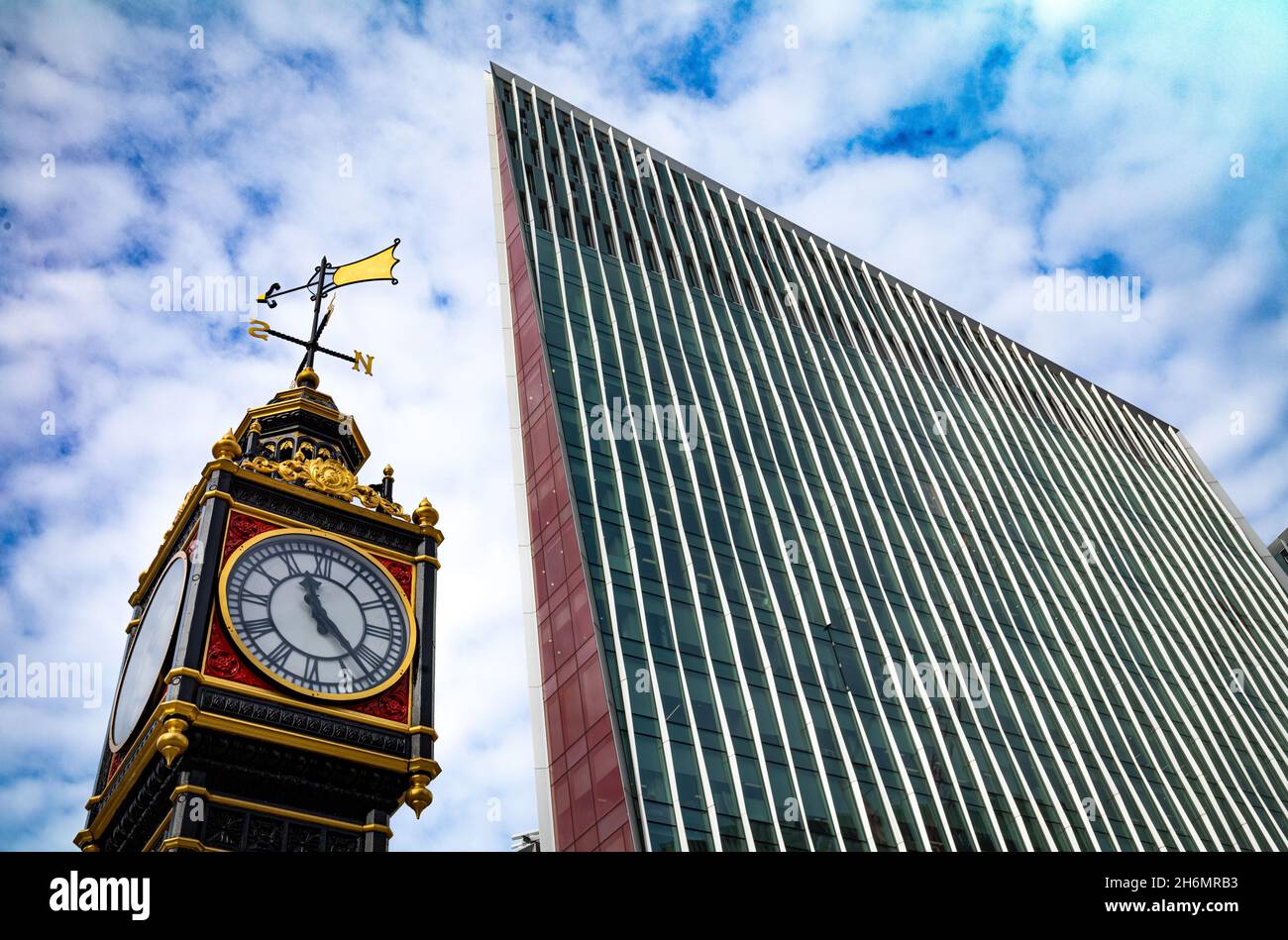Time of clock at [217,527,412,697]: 11:22
